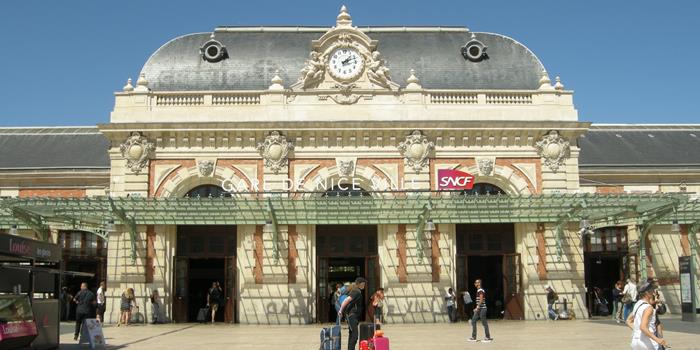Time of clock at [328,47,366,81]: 1:11
